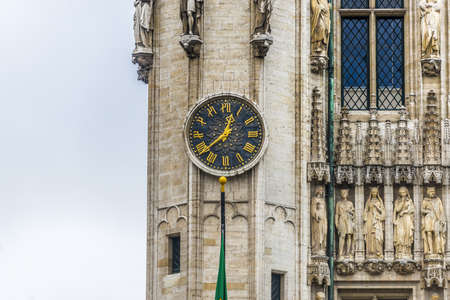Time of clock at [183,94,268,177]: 12:38
